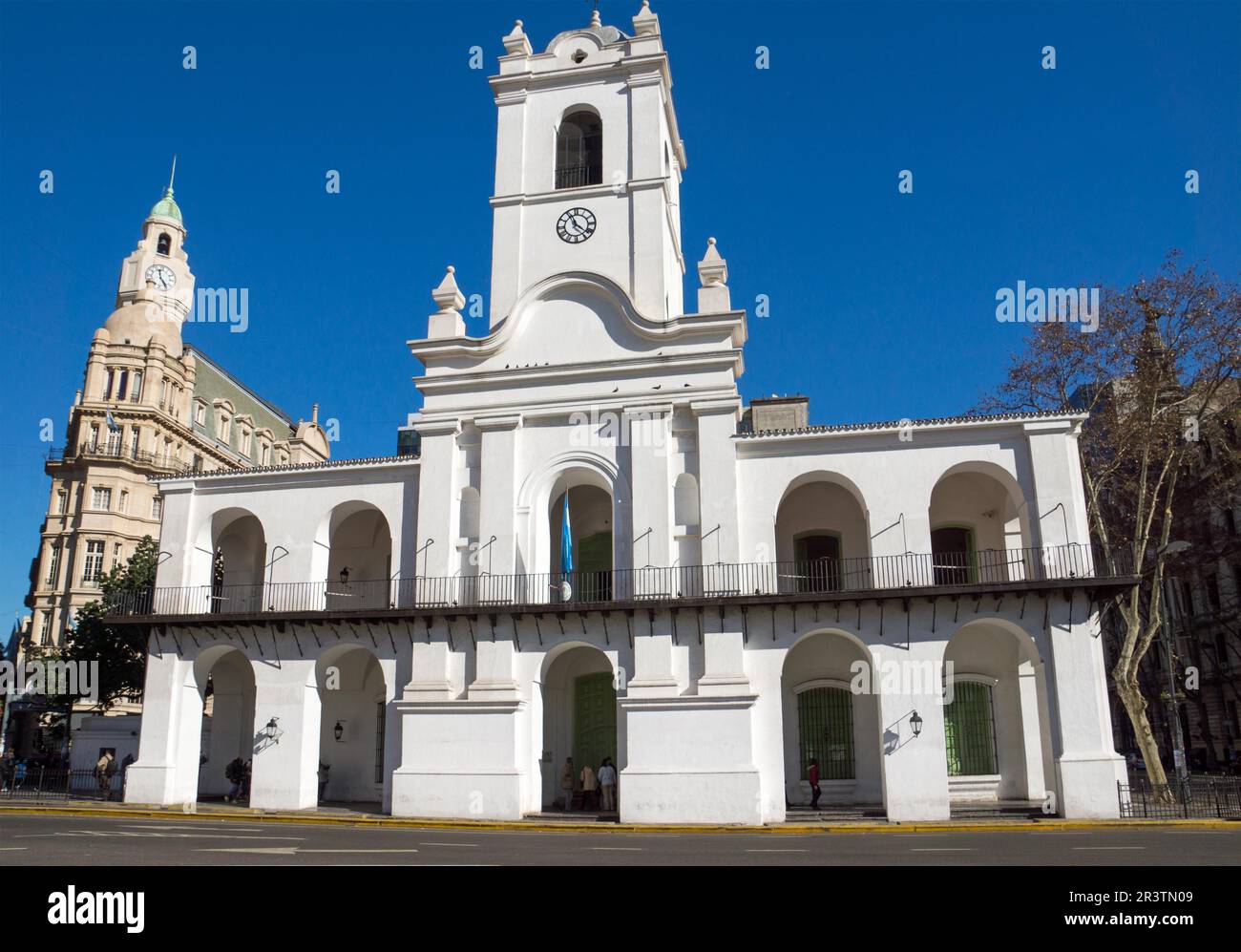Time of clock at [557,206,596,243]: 11:21
